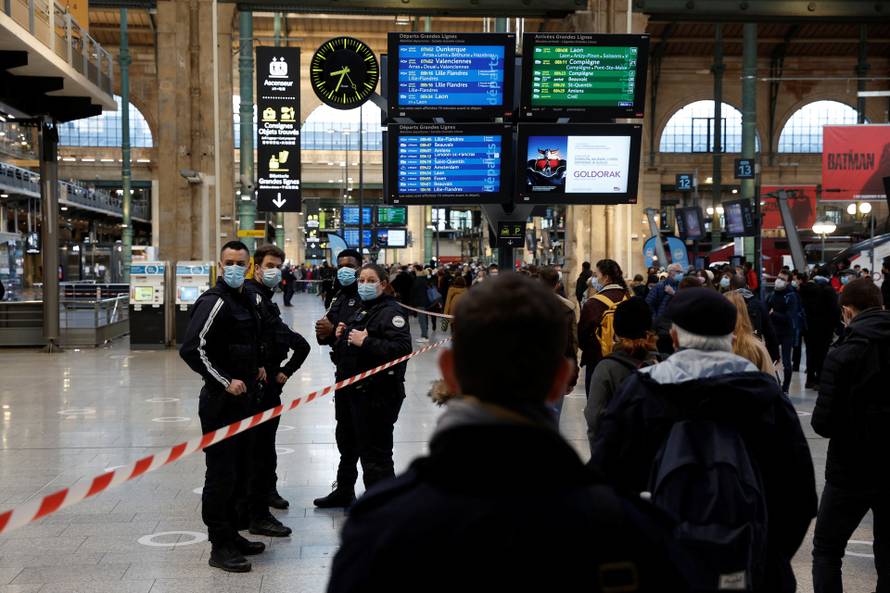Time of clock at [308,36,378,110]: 8:34
